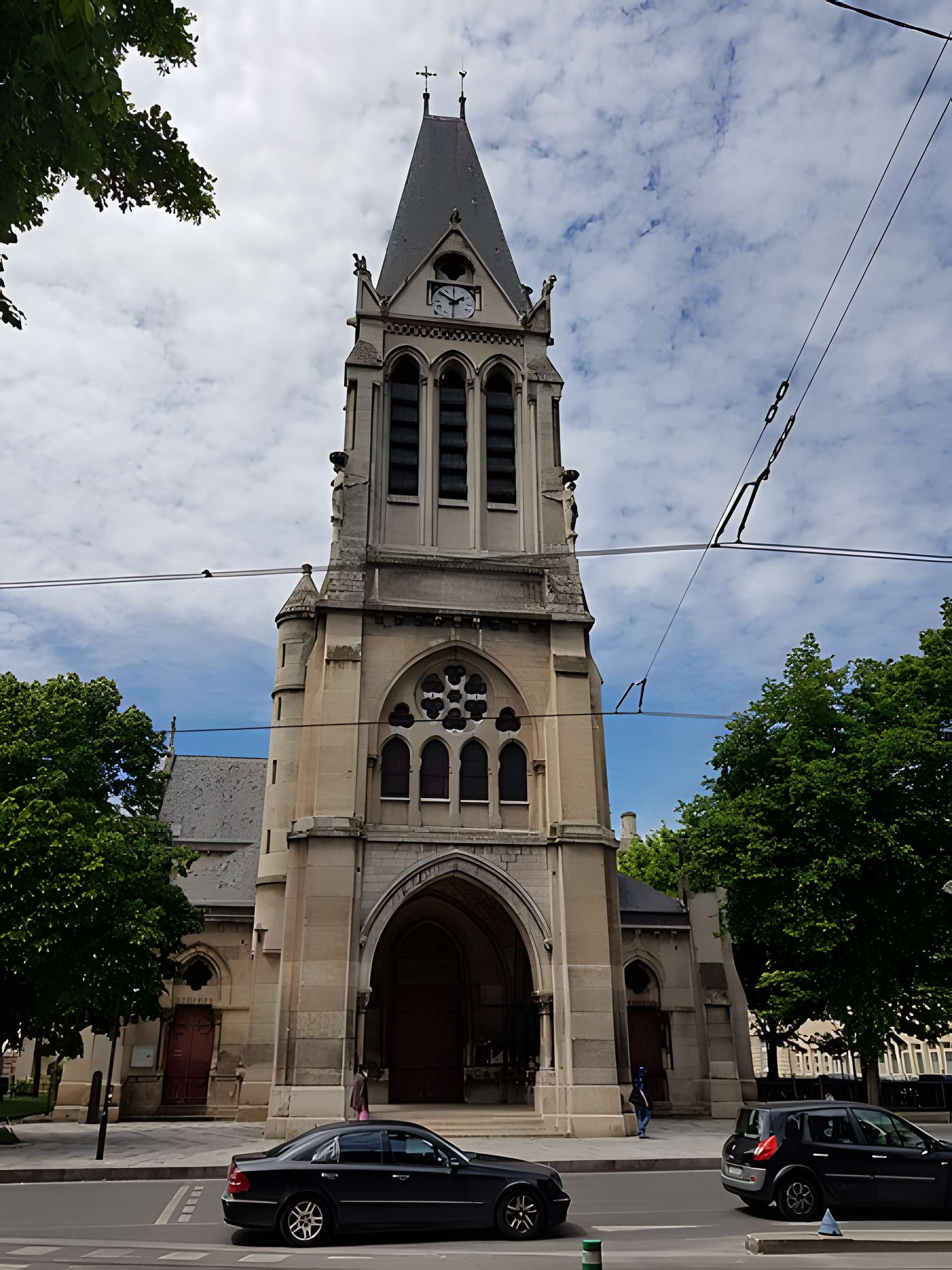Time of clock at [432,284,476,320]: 1:51
